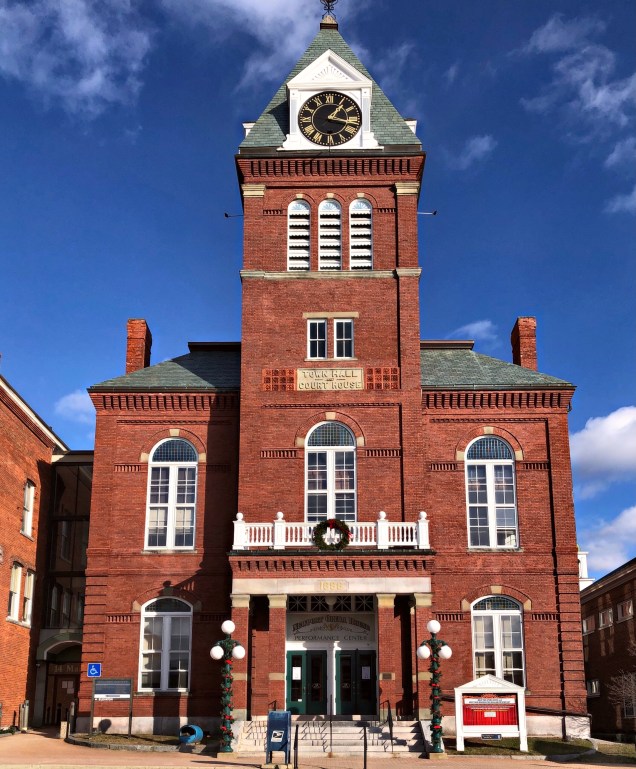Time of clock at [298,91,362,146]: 1:17
